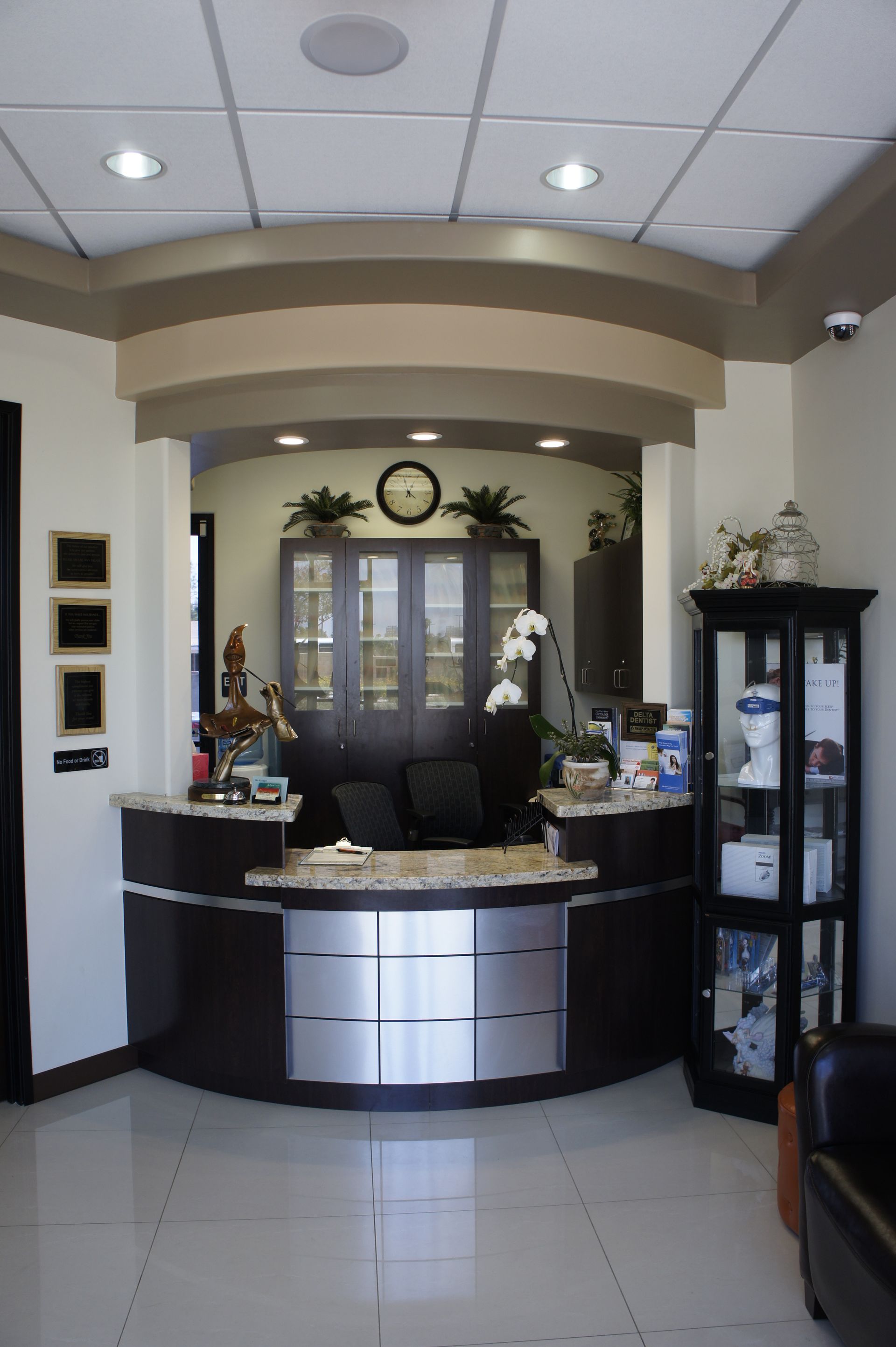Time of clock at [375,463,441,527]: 12:57
